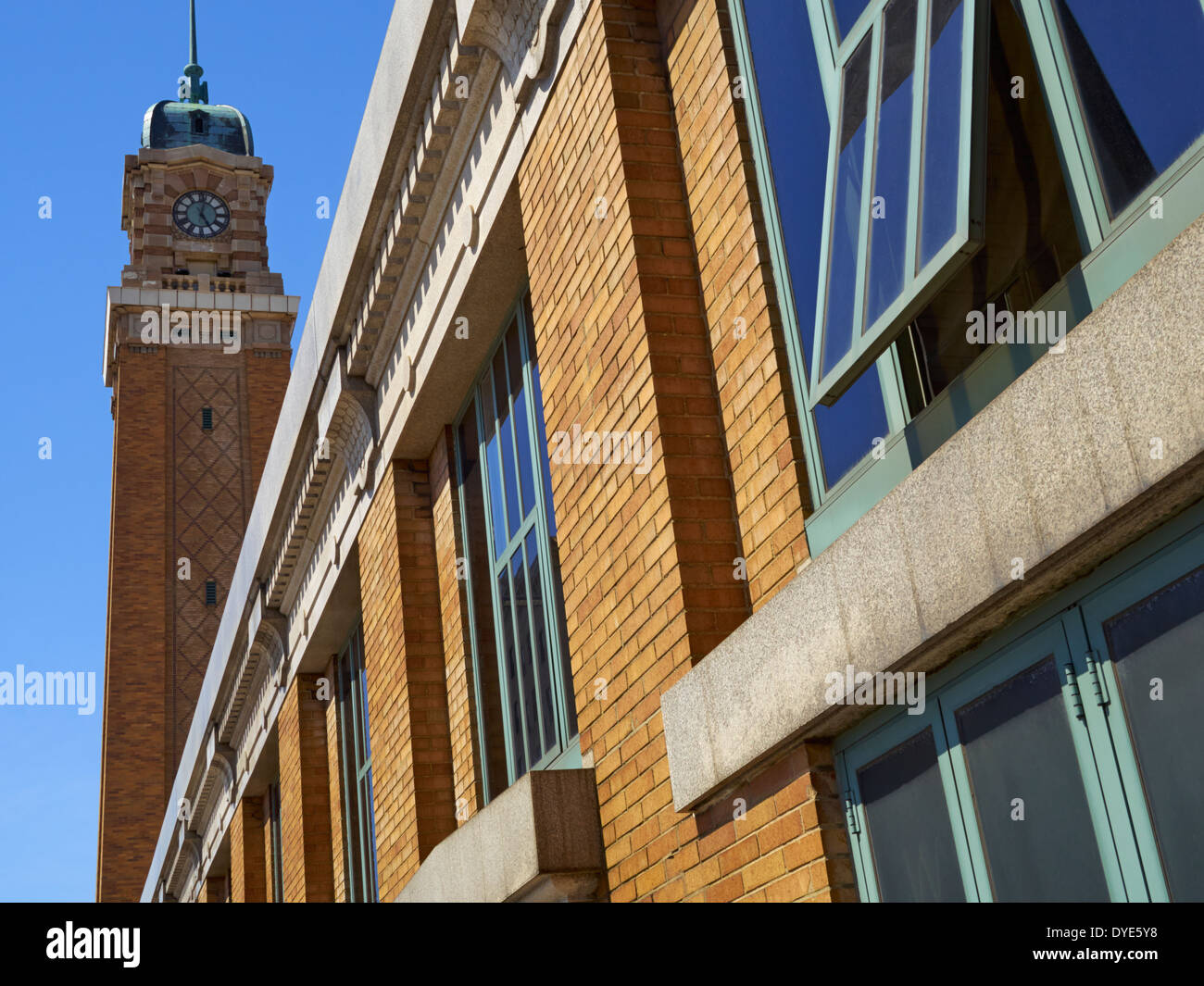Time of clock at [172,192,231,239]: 5:01
